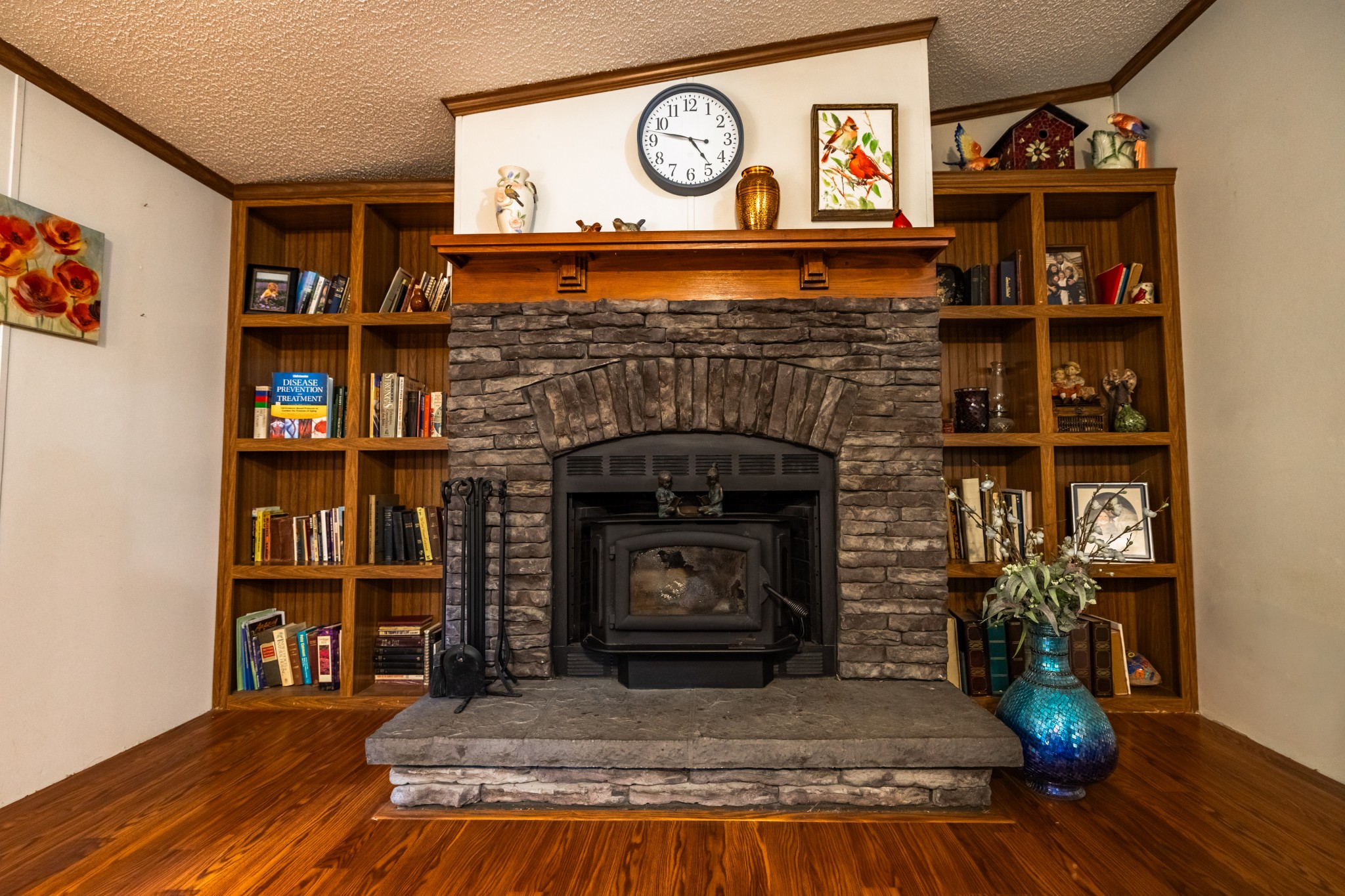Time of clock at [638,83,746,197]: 4:47
